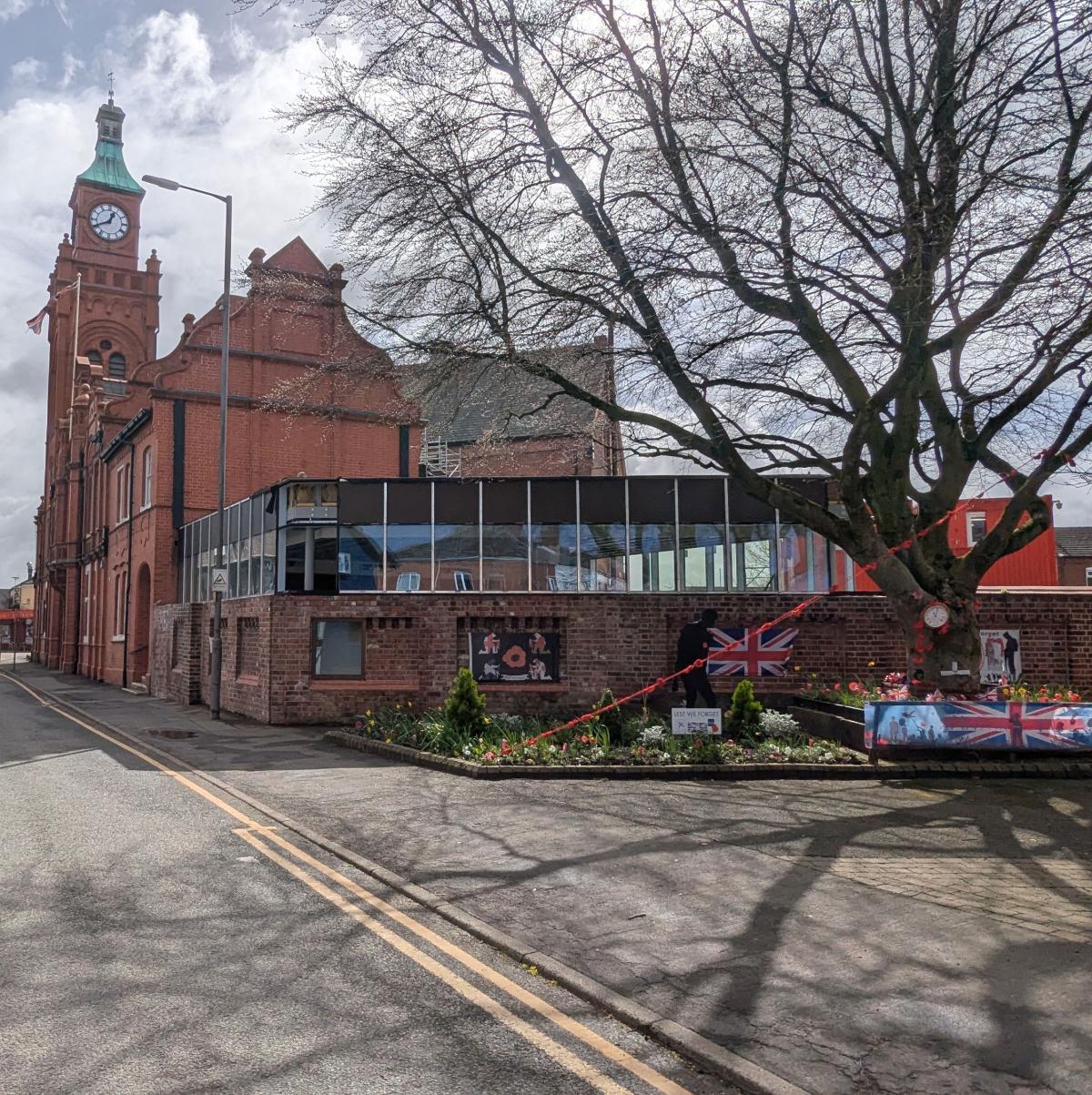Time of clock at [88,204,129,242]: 12:40
